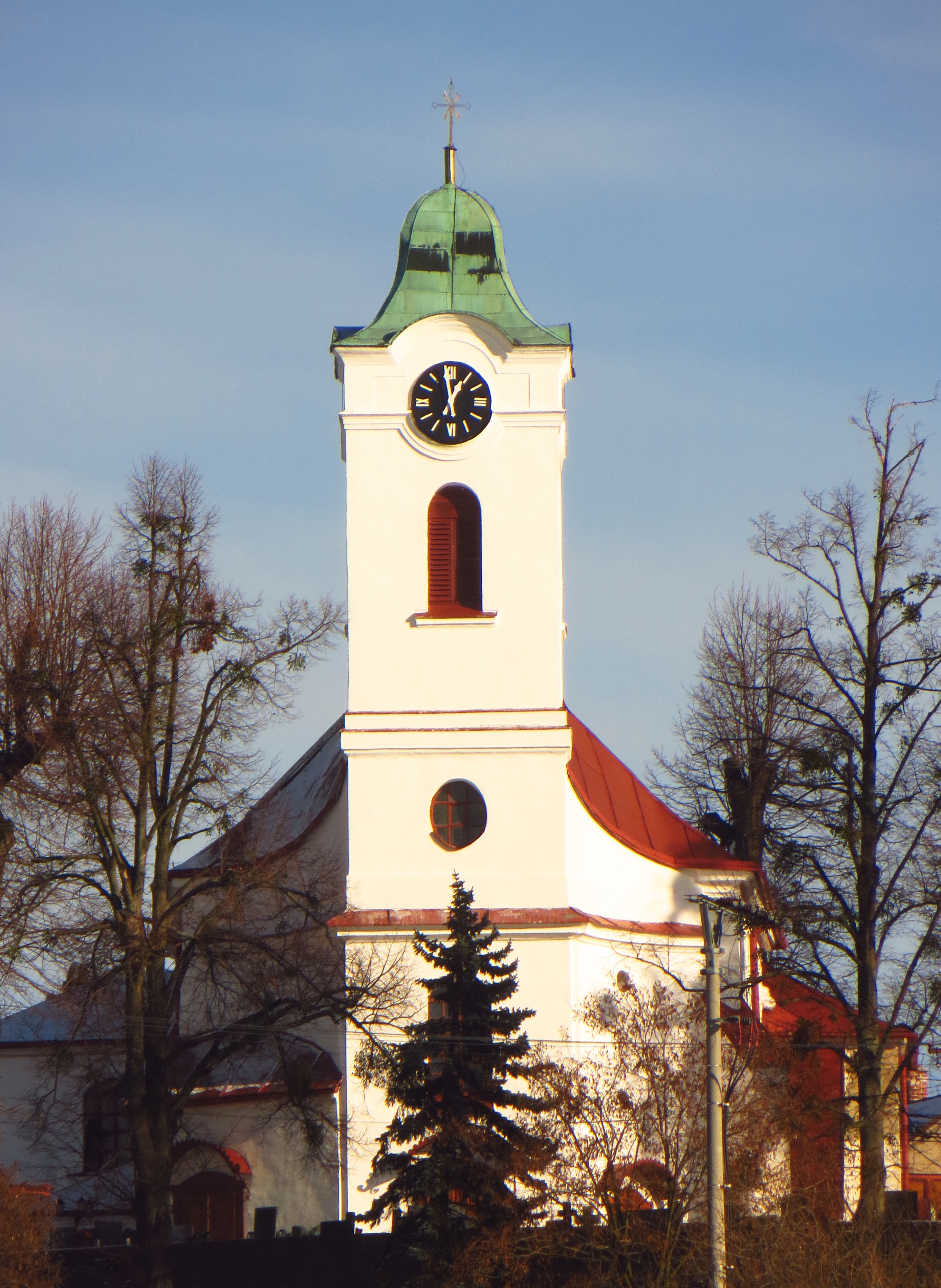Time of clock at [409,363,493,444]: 12:58
